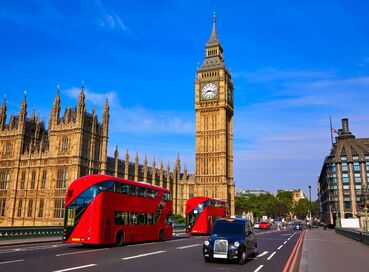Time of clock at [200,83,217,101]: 8:17
